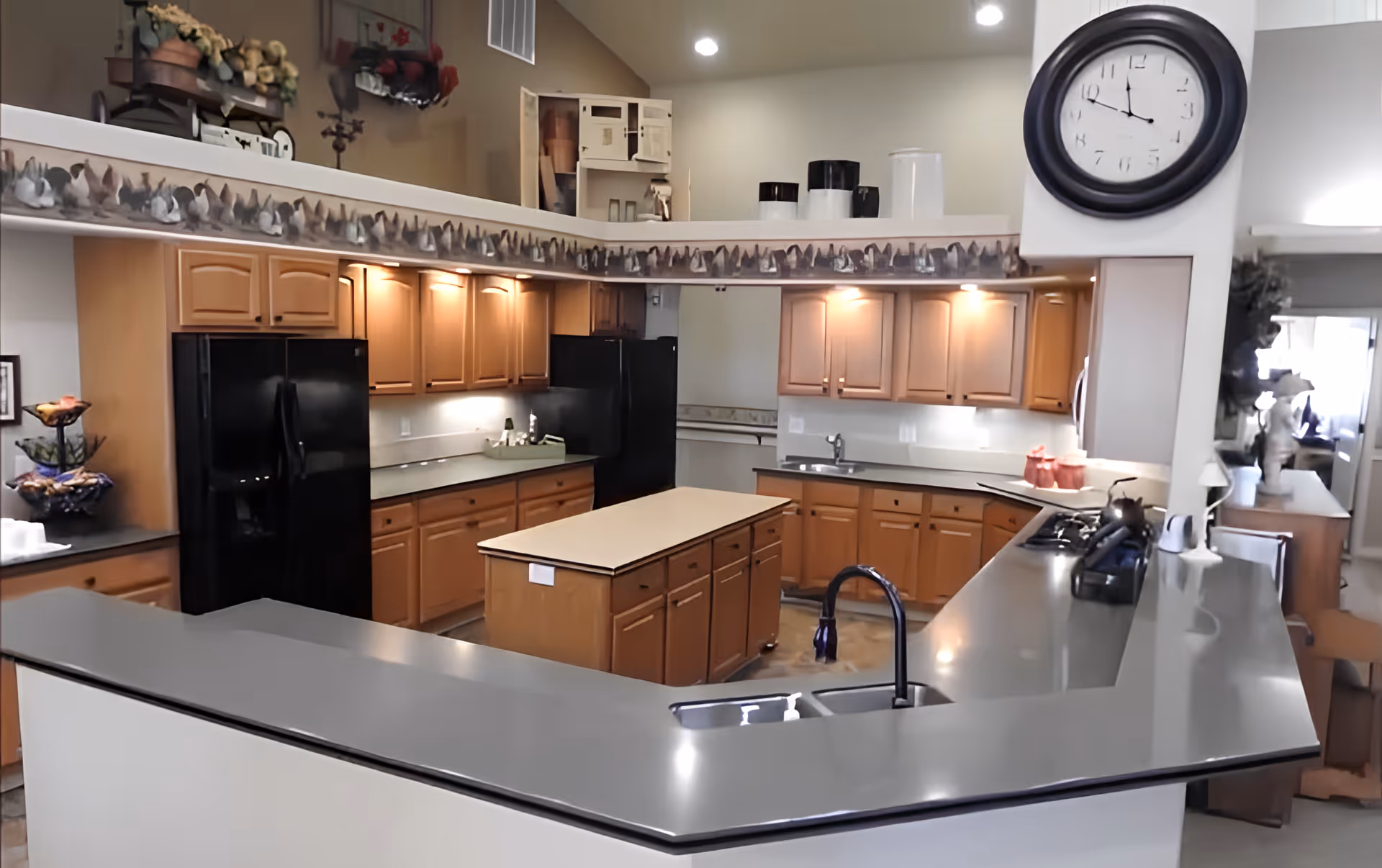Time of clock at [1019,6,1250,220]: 11:48
